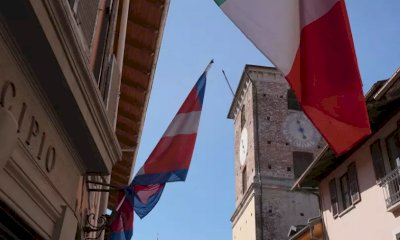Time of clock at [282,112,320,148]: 4:57
